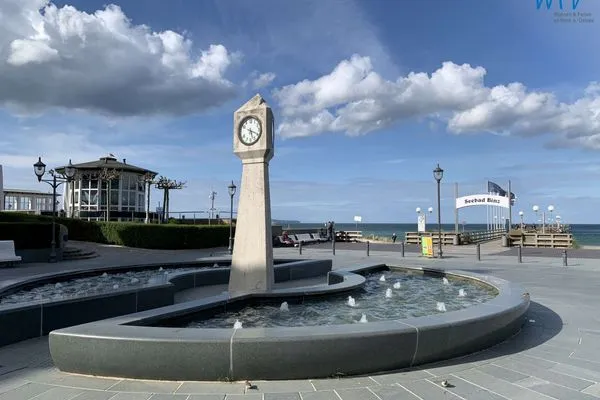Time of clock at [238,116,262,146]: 5:18
